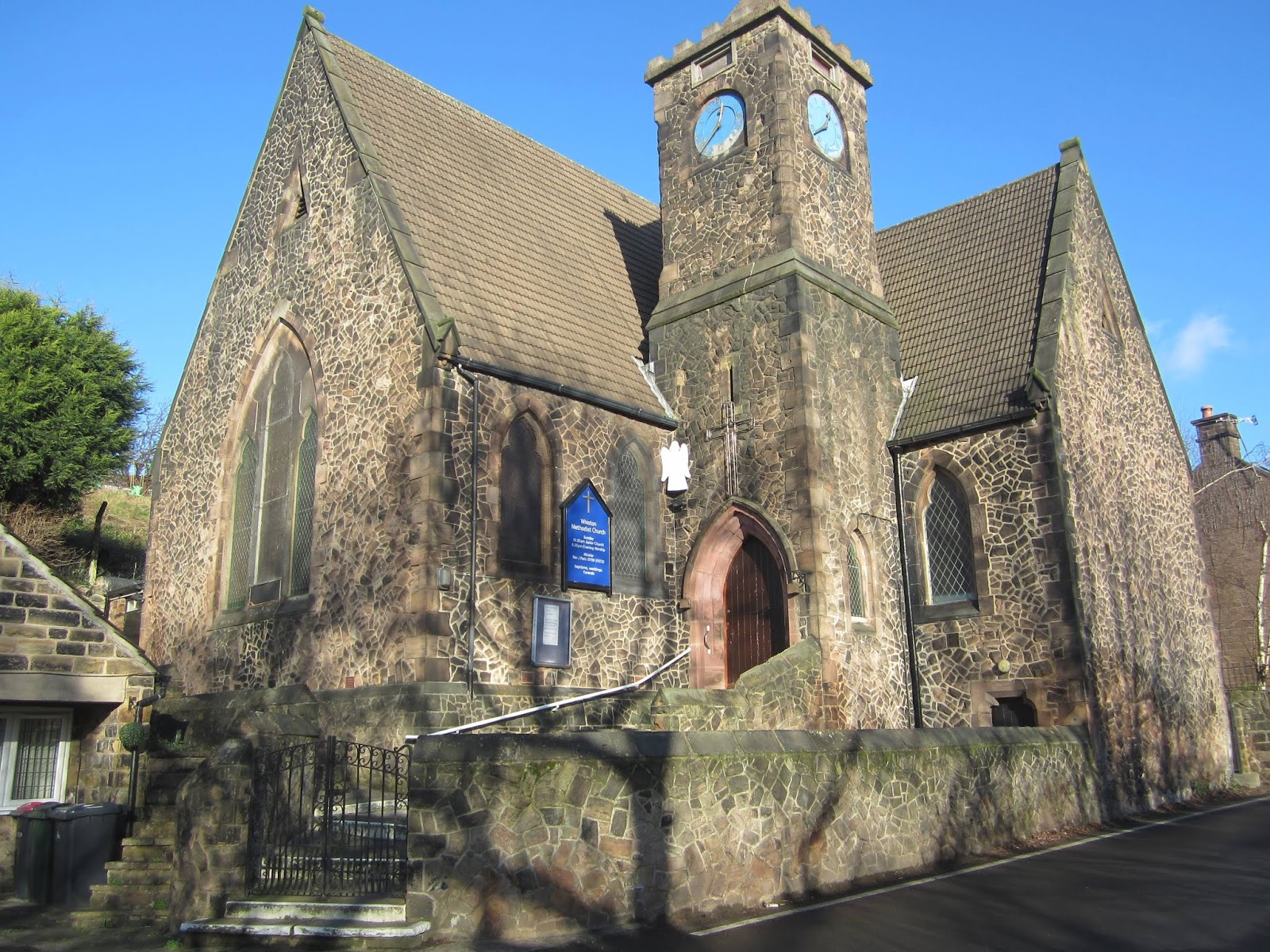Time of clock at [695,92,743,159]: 12:37
